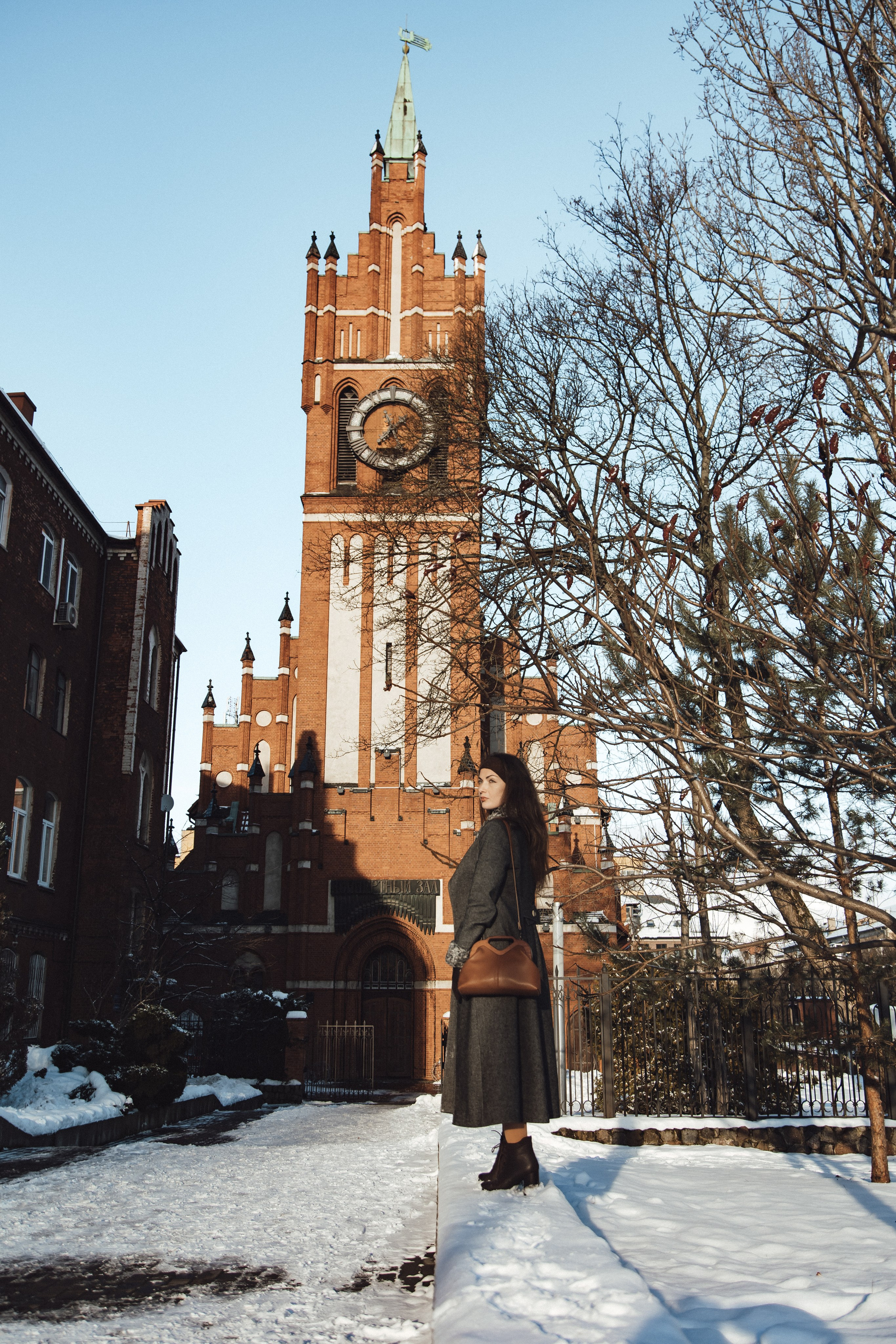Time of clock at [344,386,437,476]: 6:56
